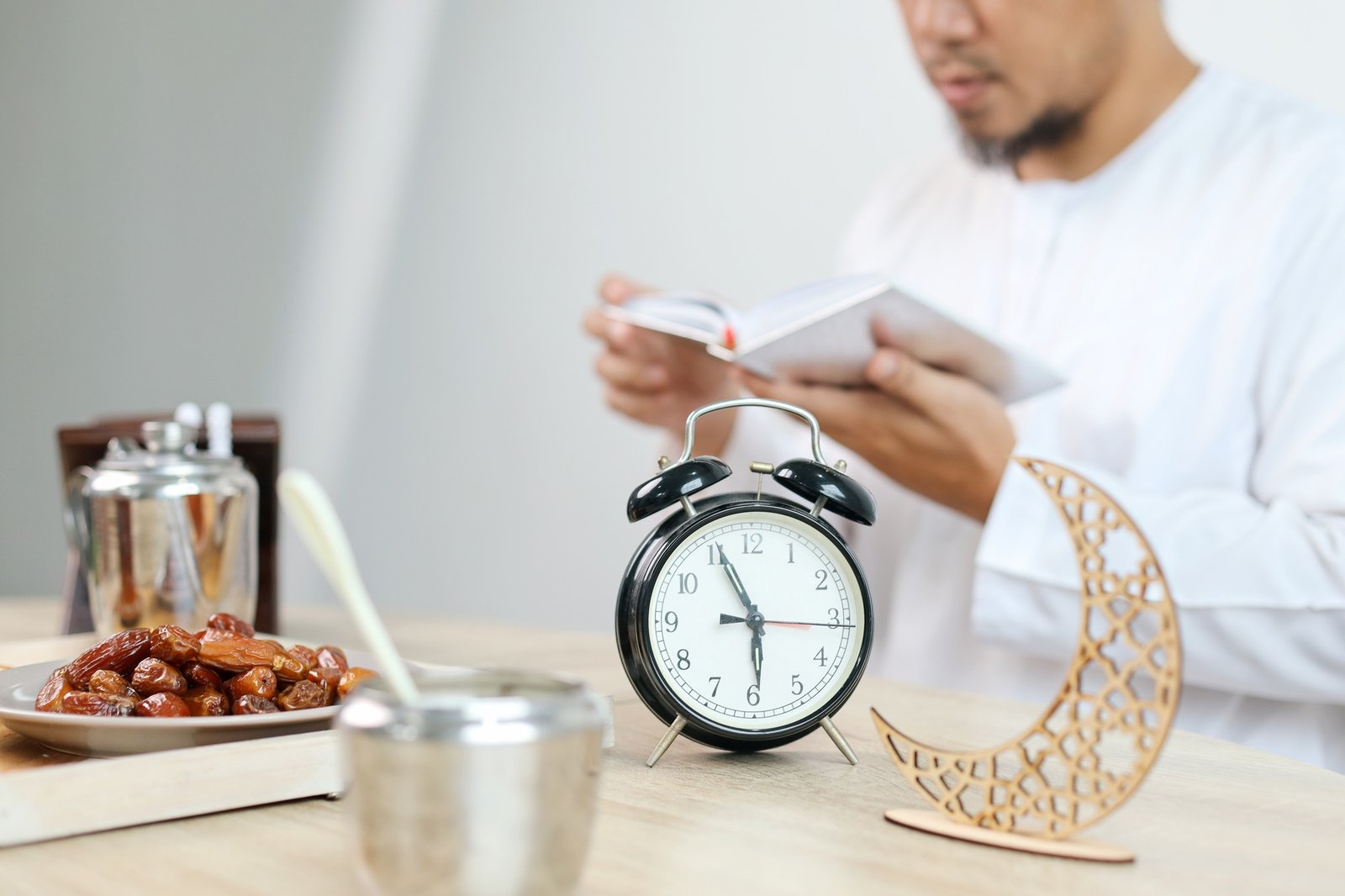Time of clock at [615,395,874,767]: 5:55
